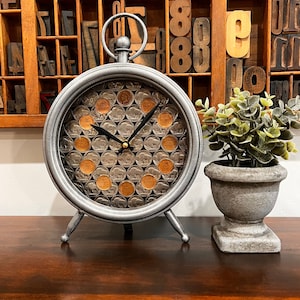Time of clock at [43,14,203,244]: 10:07
